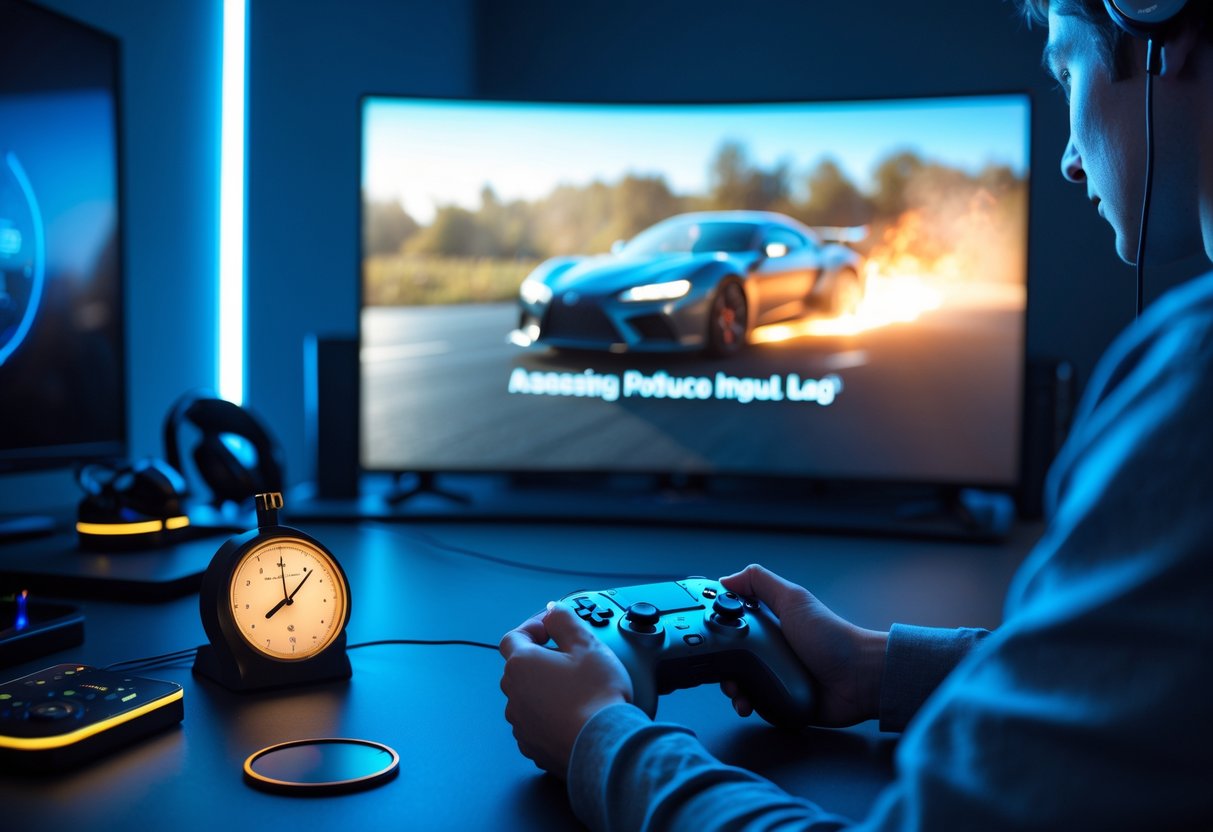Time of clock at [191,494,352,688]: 8:07
